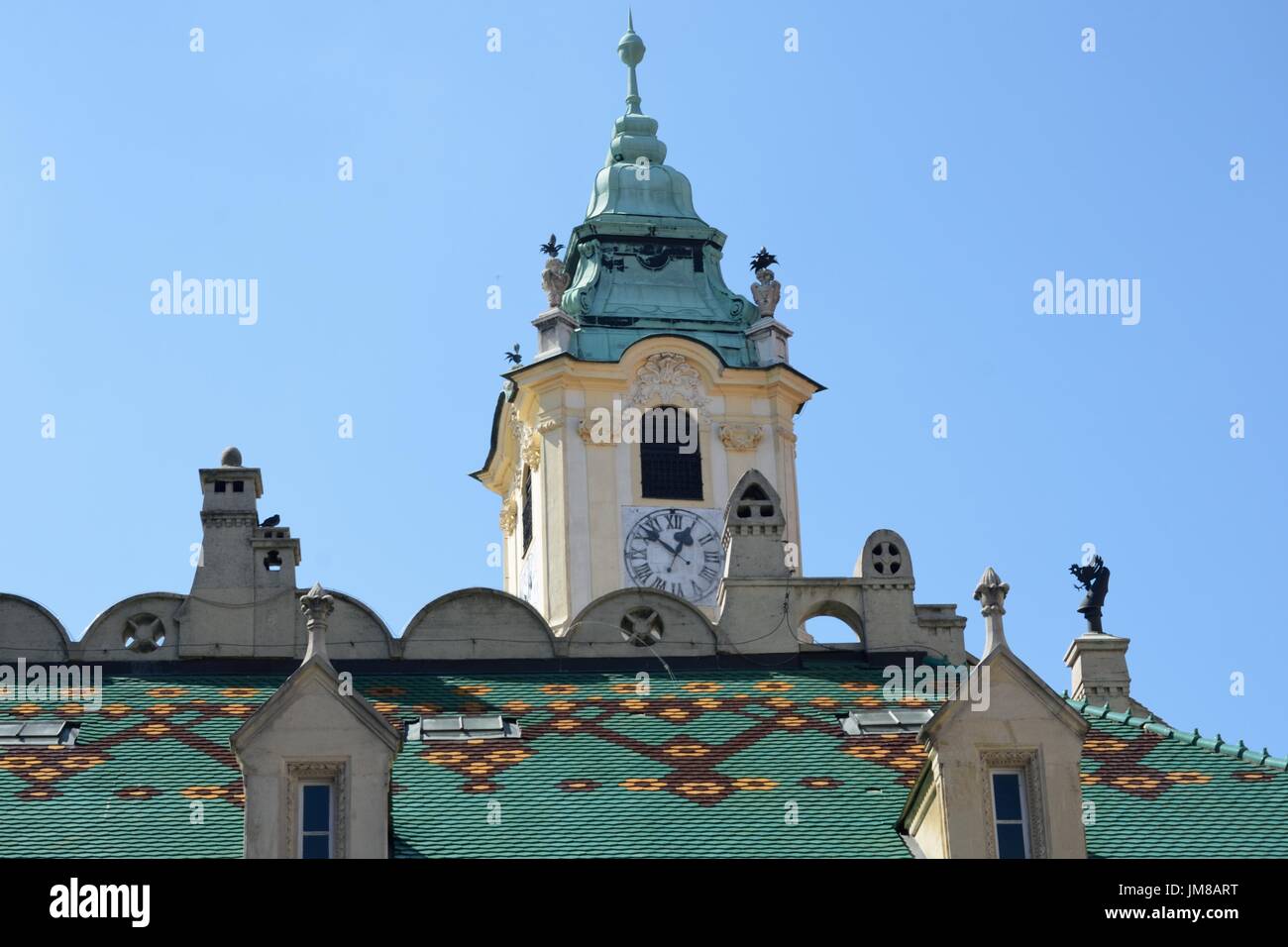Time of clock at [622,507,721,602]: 12:52
